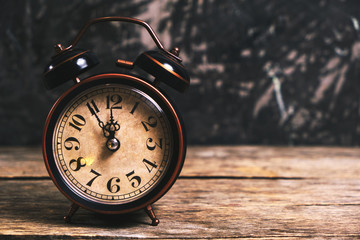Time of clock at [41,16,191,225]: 11:54
